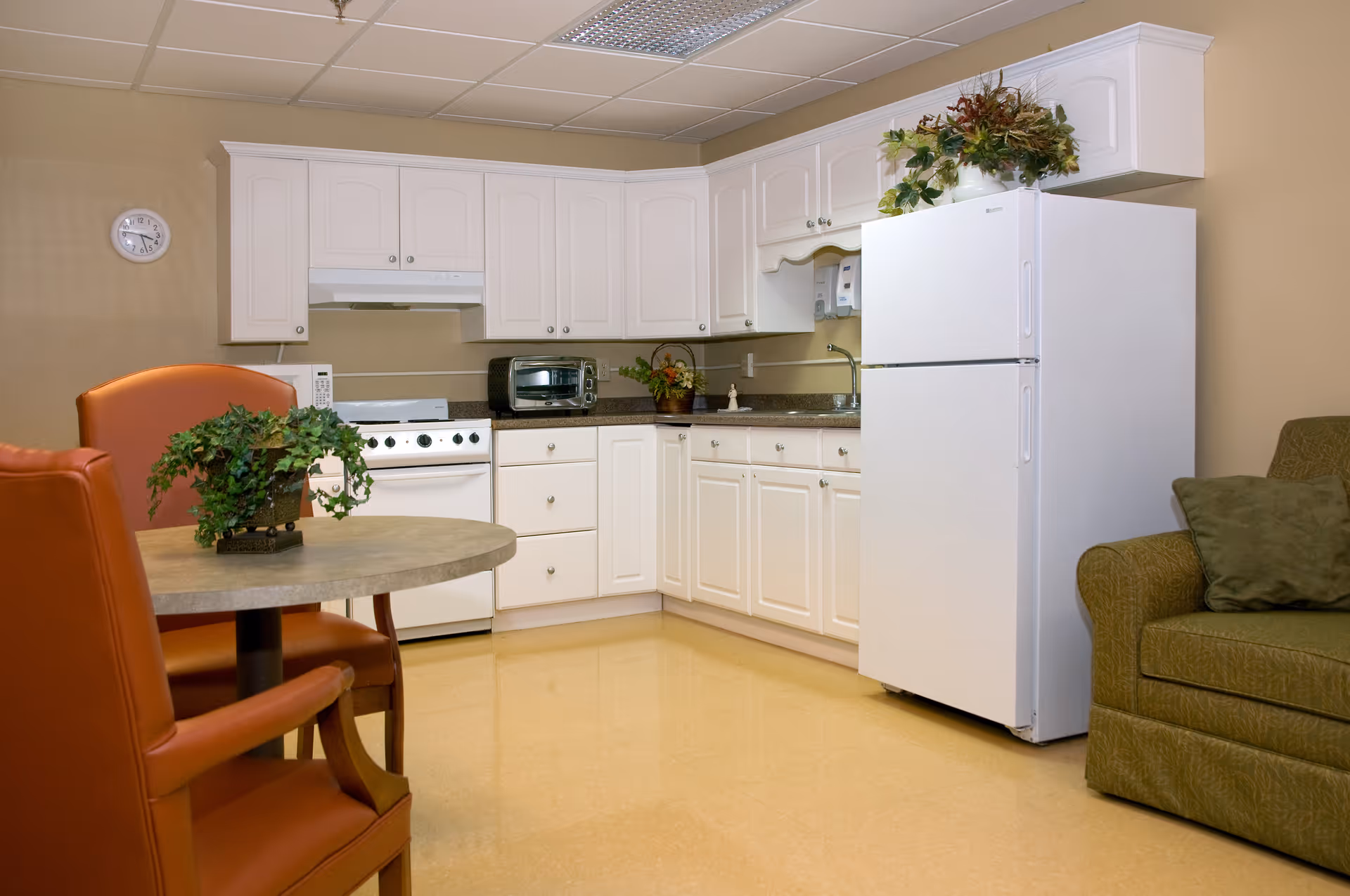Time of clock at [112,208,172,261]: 3:47
